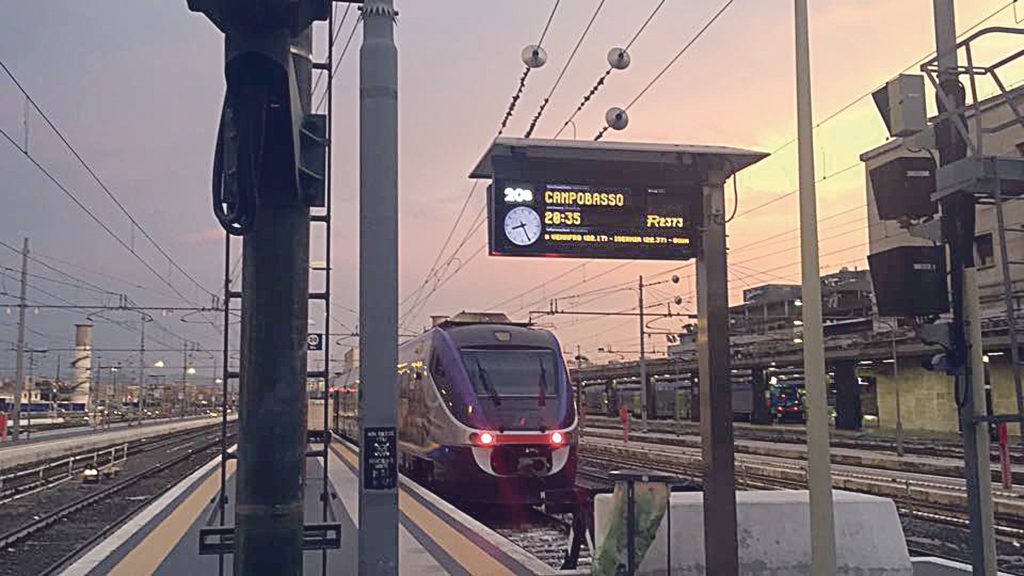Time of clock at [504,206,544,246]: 8:25
